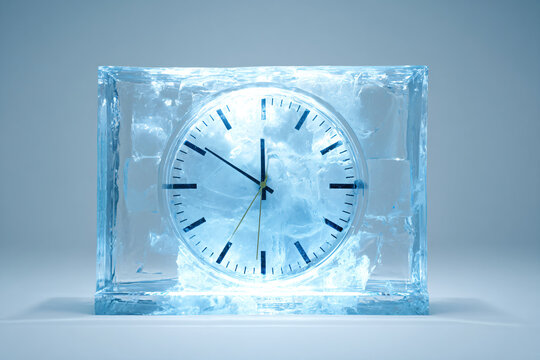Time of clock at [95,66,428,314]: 11:50
